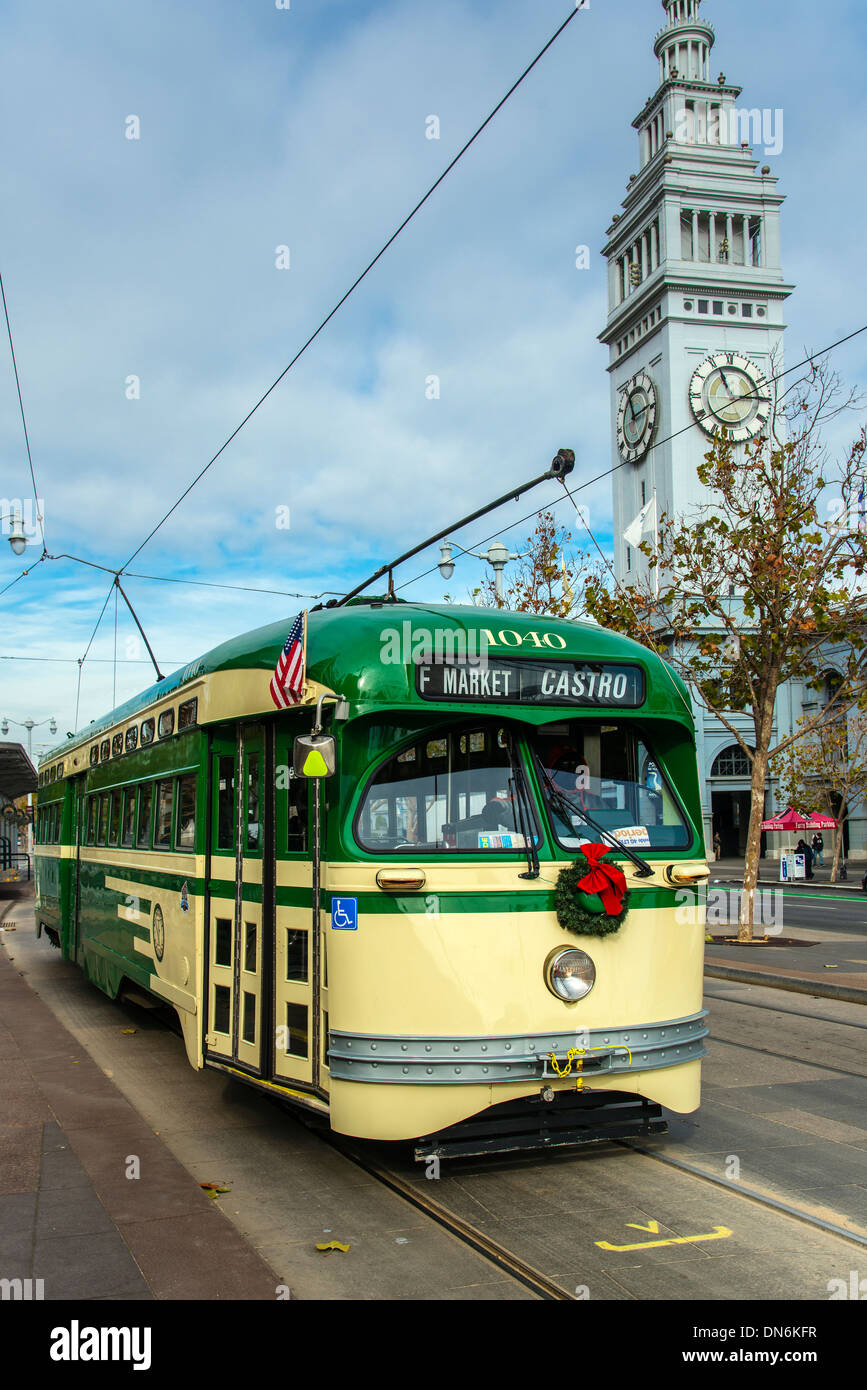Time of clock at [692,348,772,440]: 11:14
